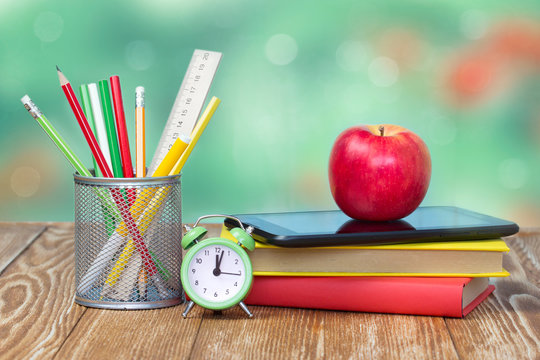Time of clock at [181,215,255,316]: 12:02
